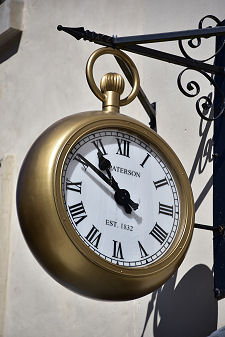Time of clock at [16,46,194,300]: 10:50
